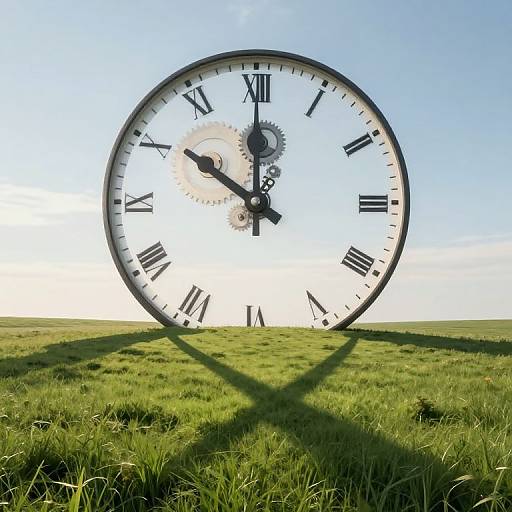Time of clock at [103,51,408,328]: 11:50
